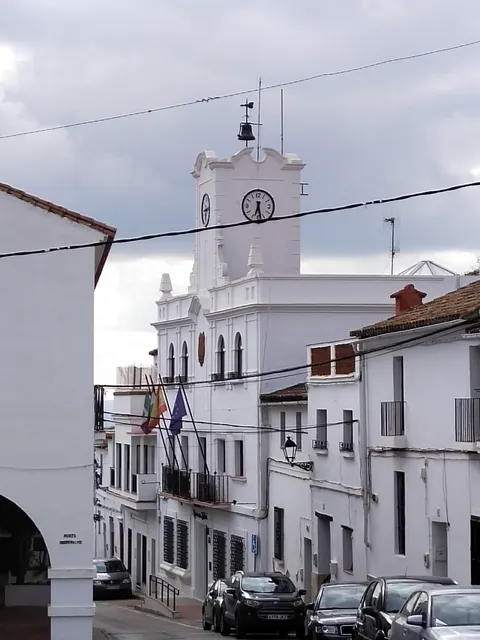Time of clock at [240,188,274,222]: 6:28
